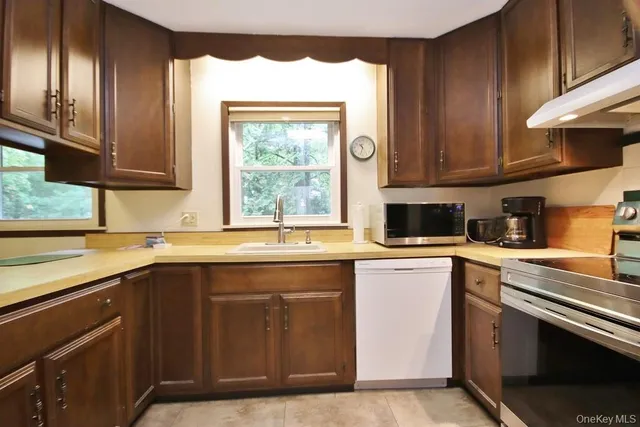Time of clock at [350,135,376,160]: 10:32
